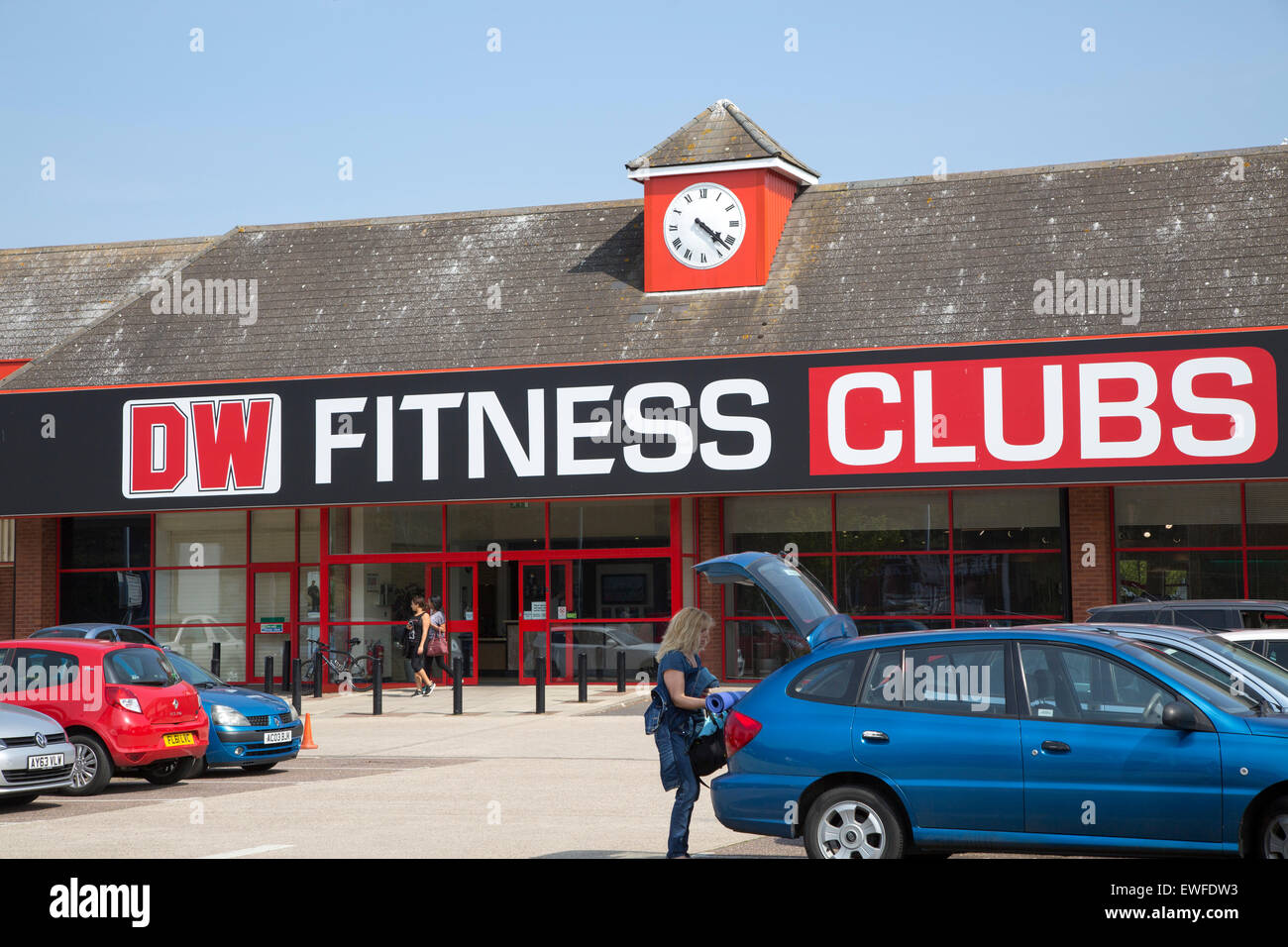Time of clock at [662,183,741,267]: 4:22
